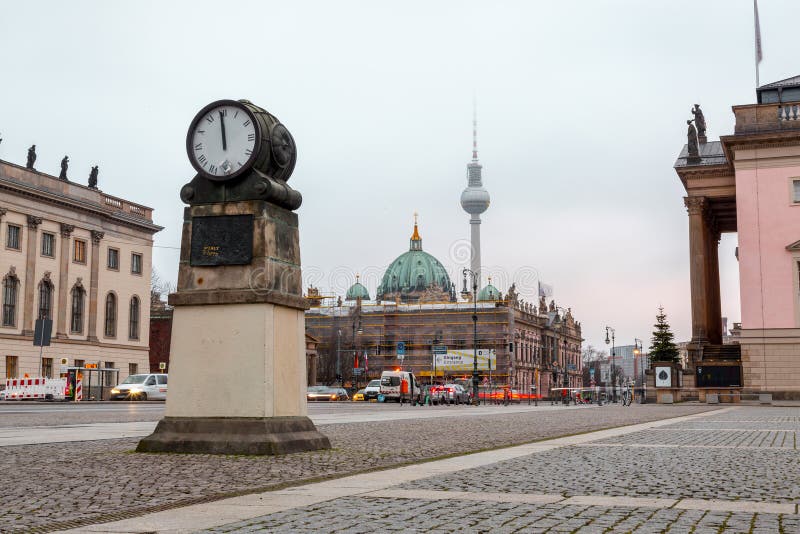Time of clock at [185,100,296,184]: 11:59
